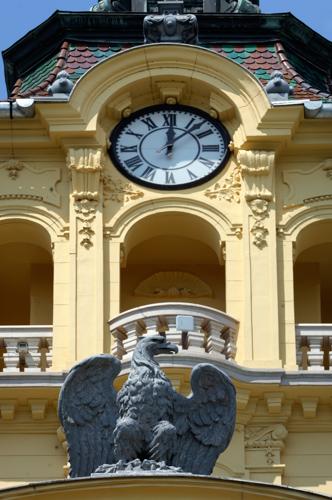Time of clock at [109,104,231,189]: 12:07
